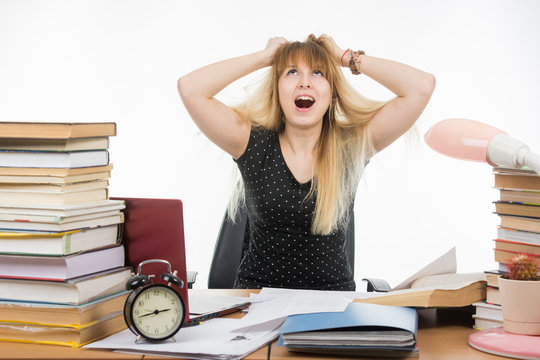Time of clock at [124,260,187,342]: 2:42
